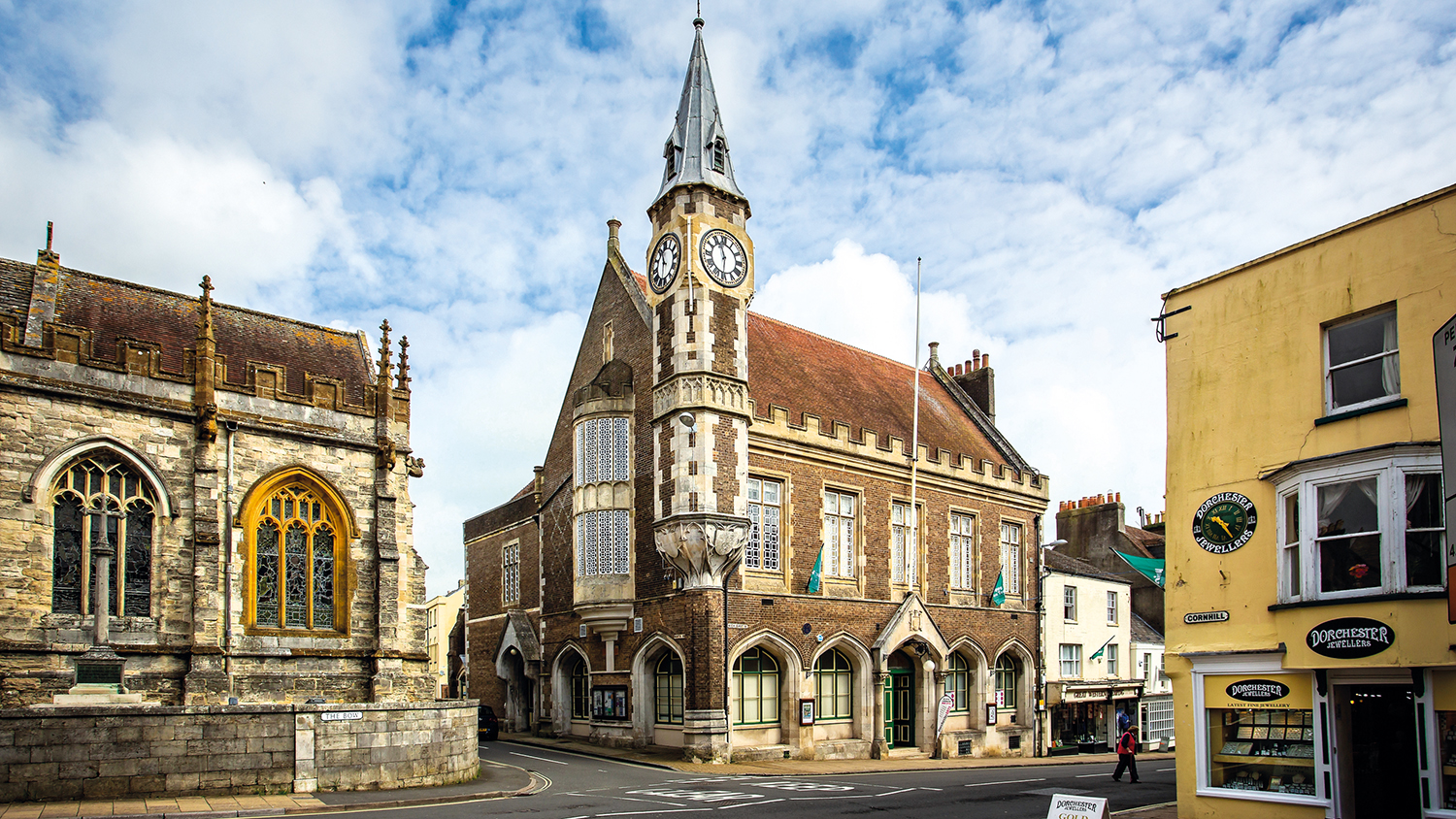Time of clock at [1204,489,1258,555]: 10:24
